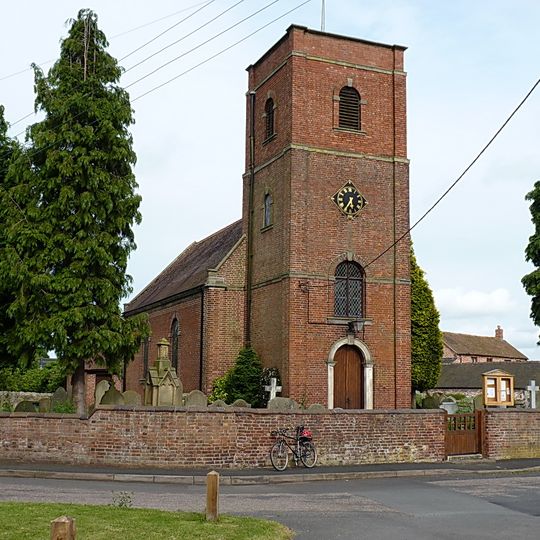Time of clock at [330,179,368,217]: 5:35
